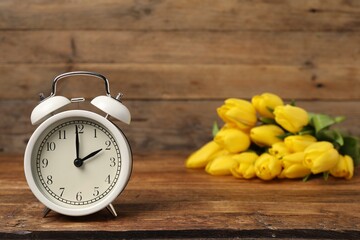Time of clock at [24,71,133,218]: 2:00
